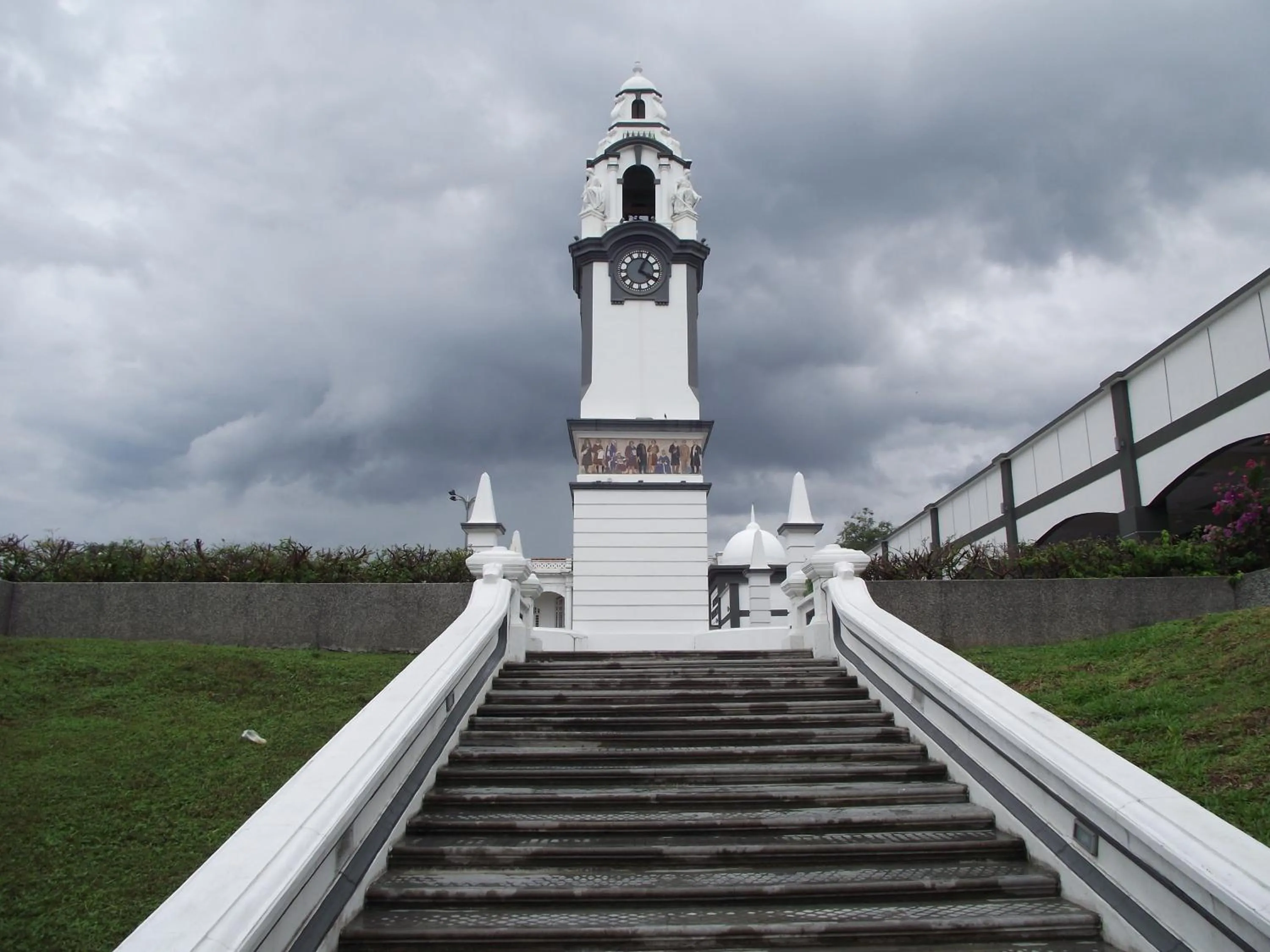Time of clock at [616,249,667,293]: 4:04
